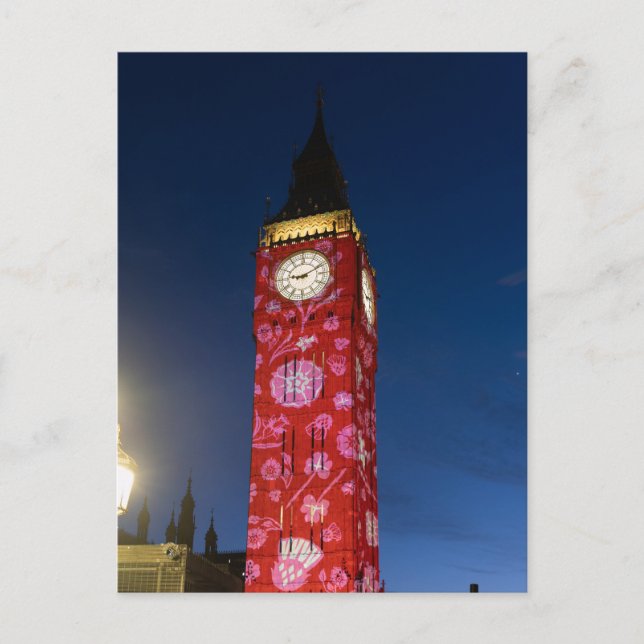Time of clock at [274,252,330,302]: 9:10
